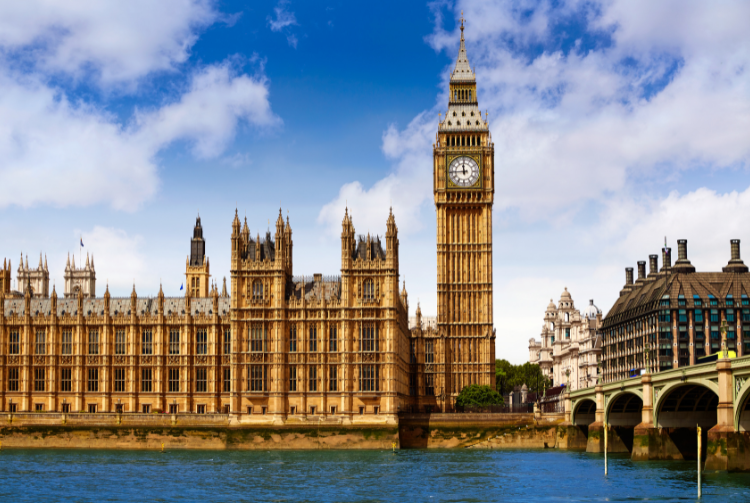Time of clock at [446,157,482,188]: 11:44
